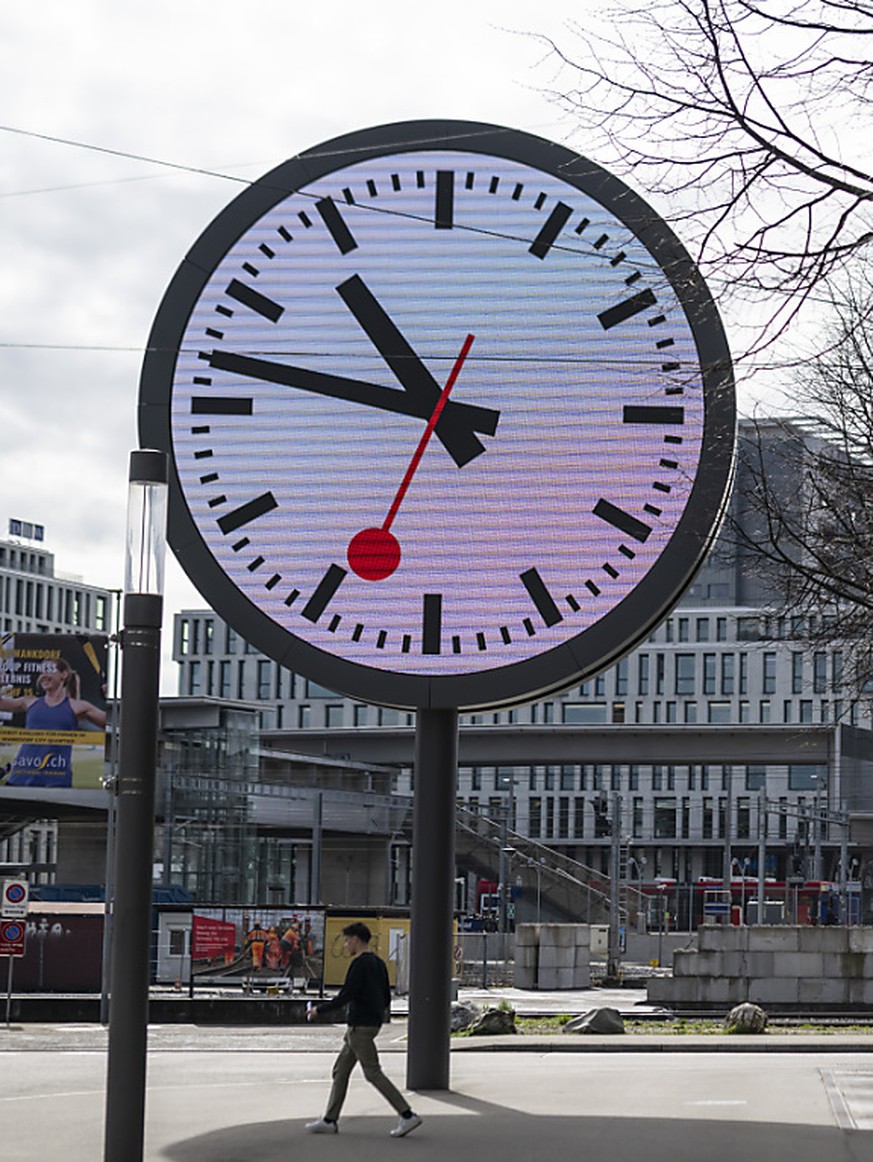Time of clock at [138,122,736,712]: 10:47
